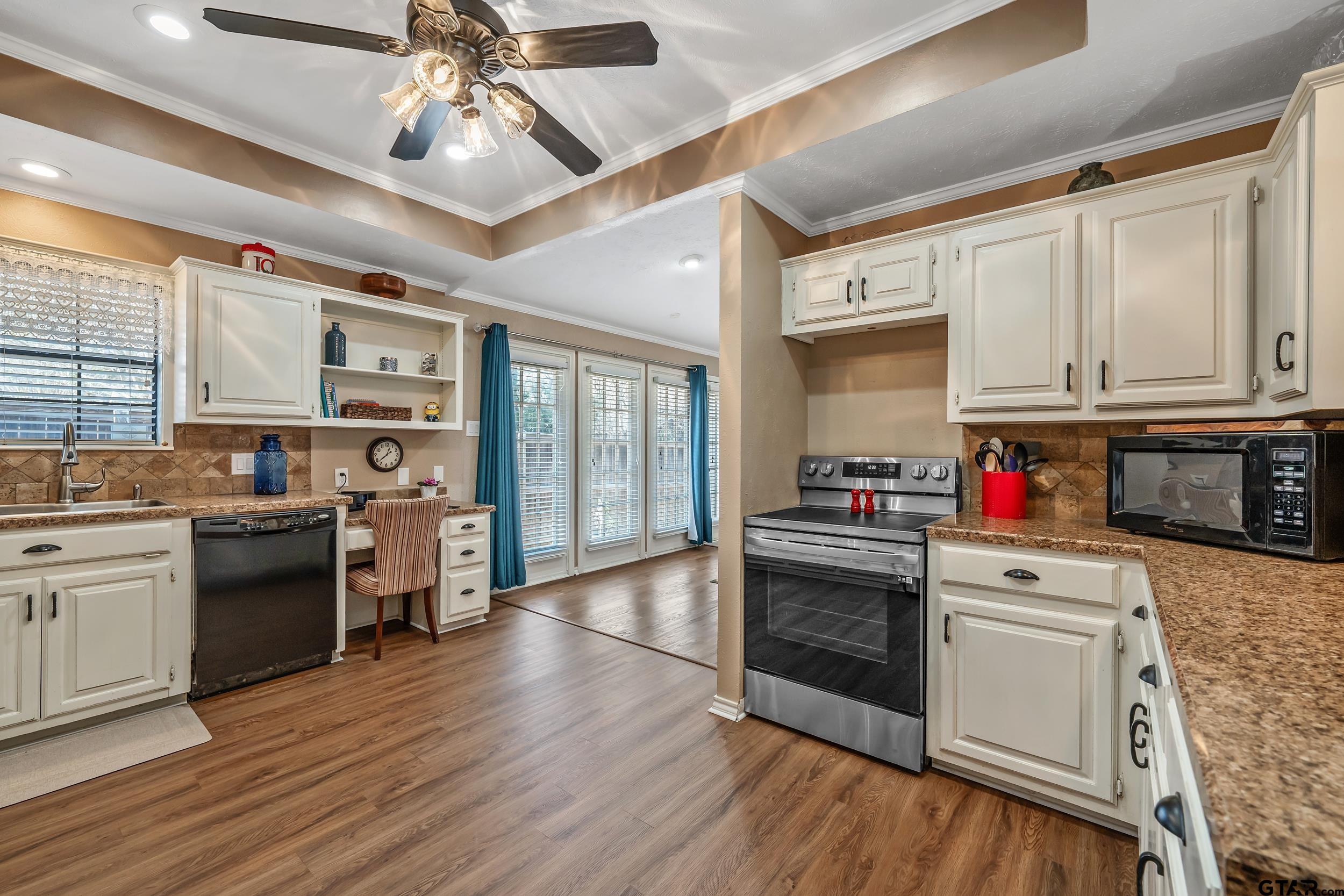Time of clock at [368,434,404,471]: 12:37
